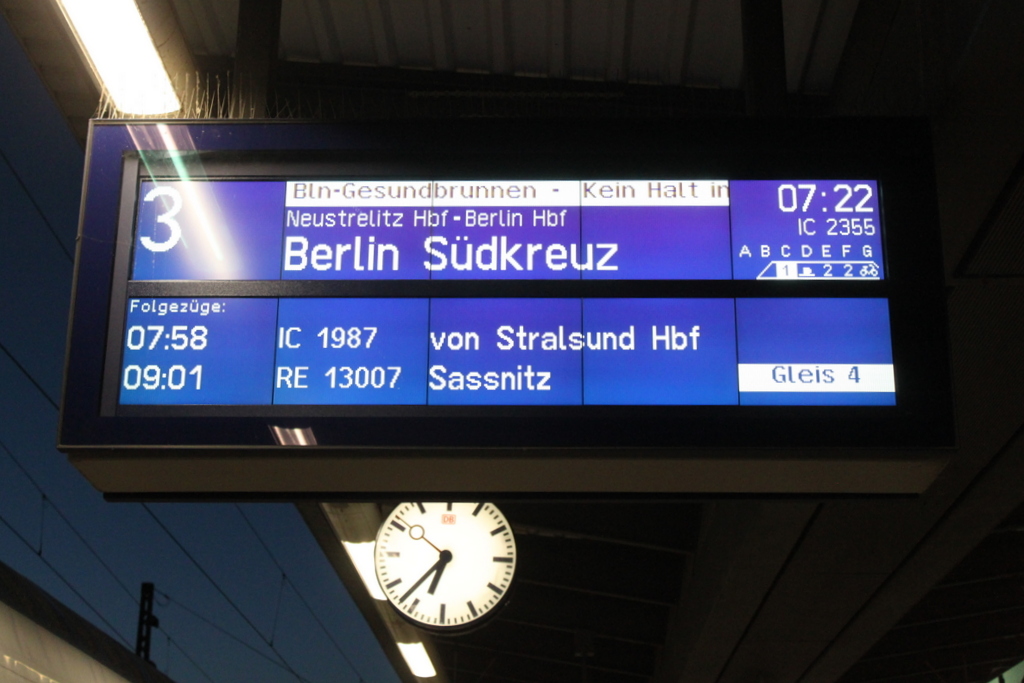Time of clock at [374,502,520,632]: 6:37
